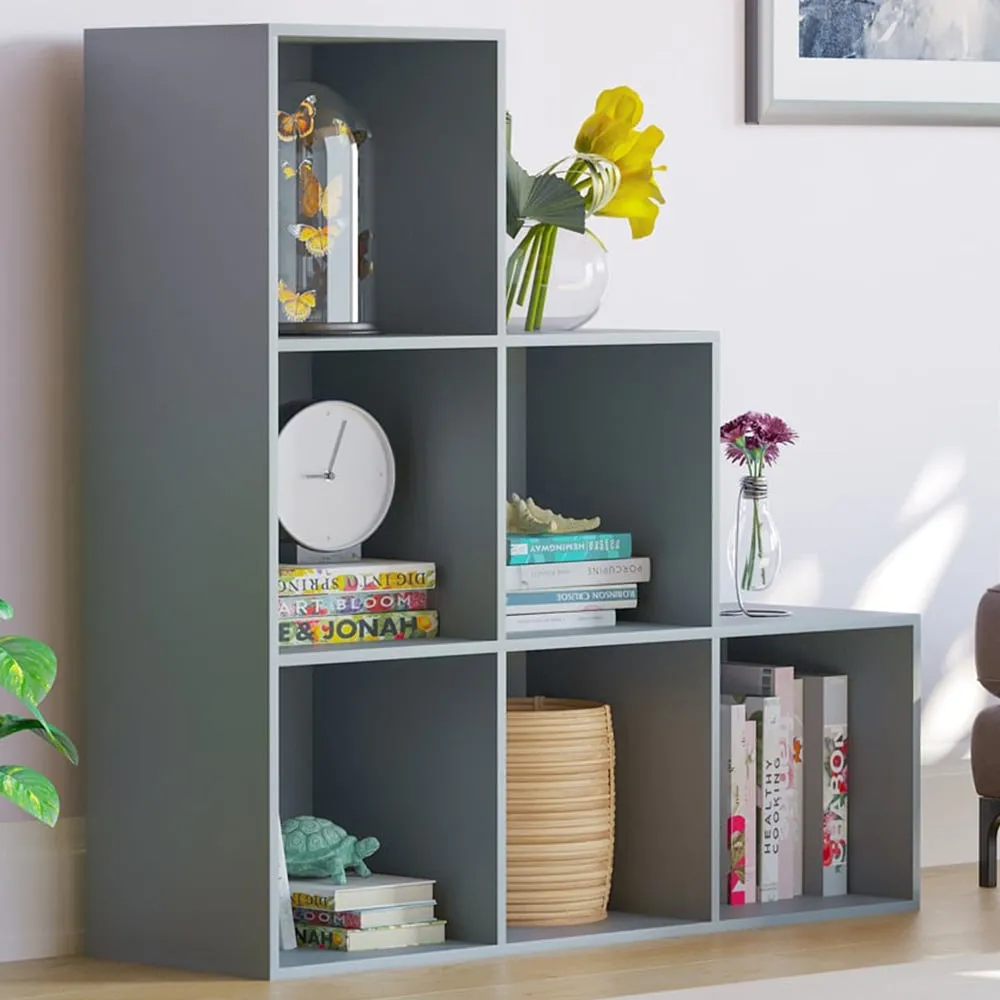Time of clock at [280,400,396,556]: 9:03
